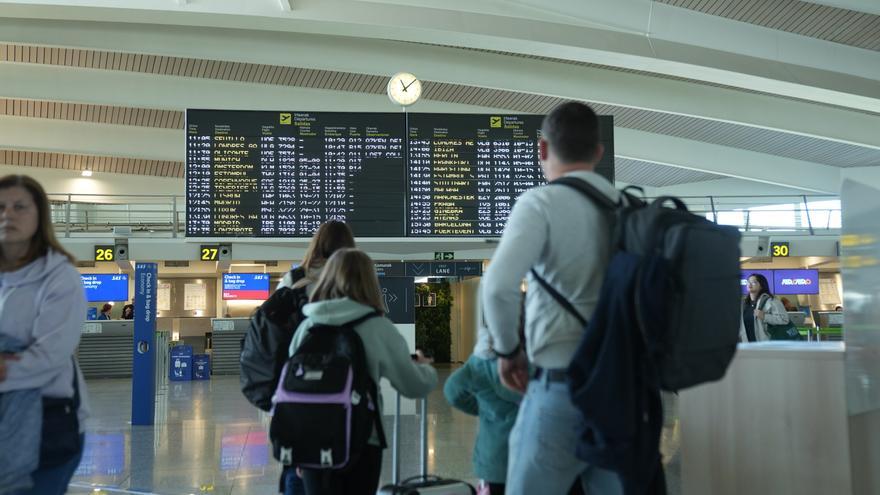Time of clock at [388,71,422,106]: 11:07
